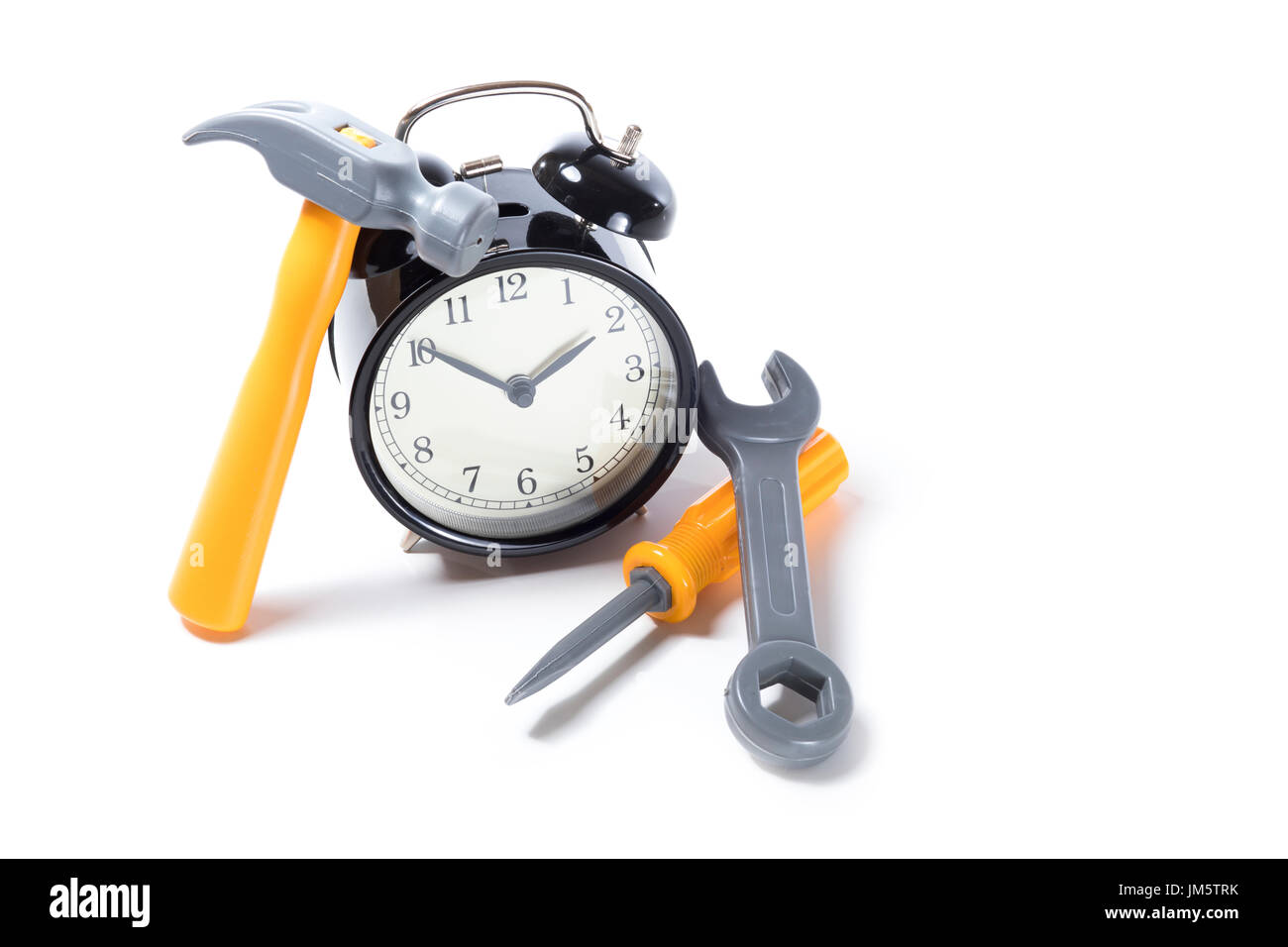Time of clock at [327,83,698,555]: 1:51
